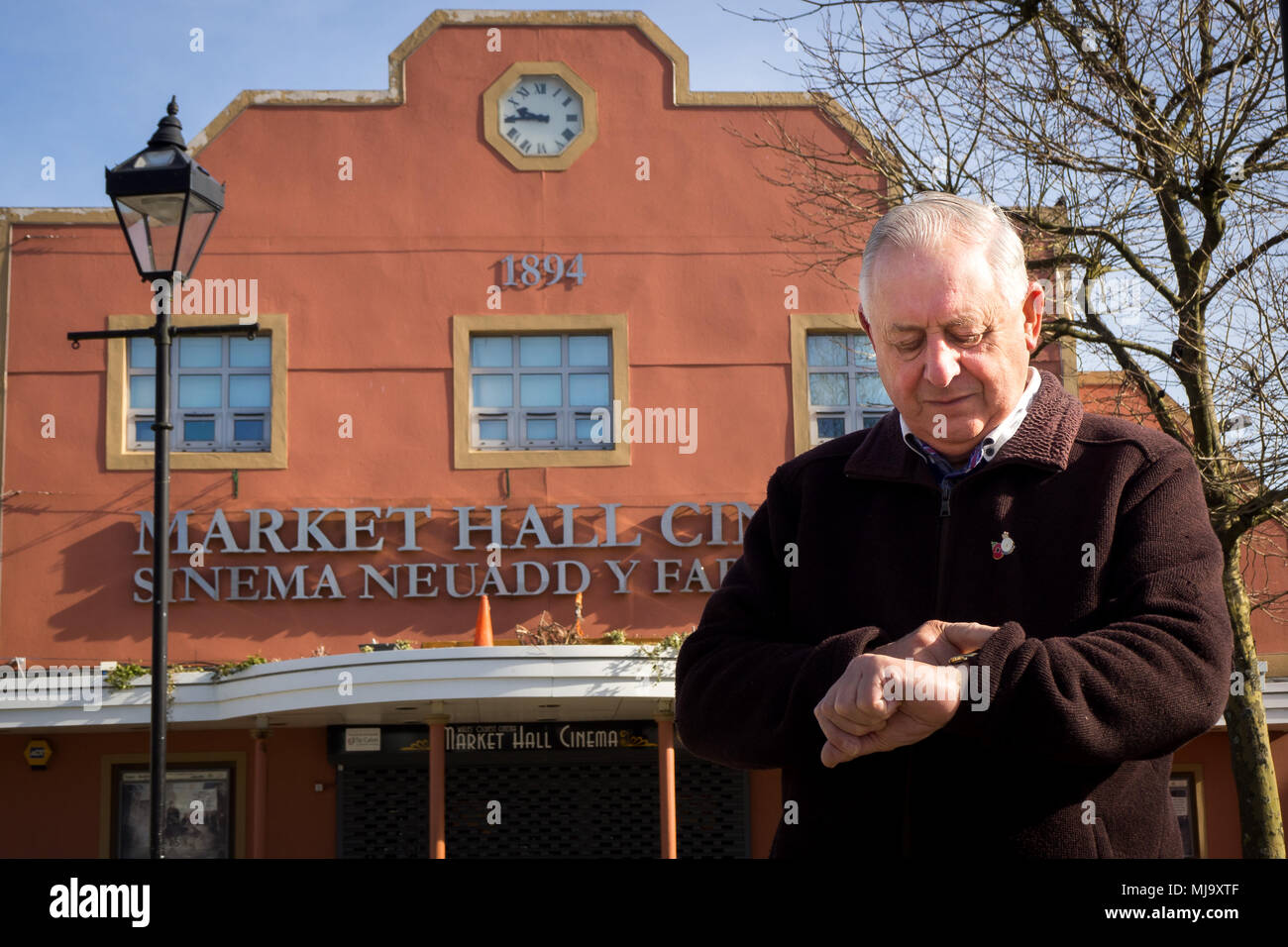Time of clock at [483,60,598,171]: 9:44
